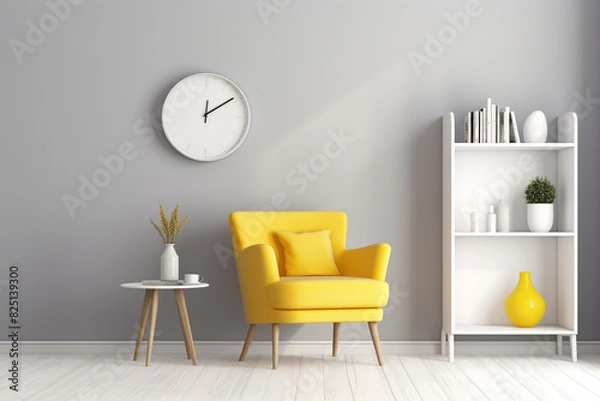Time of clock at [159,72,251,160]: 12:09
